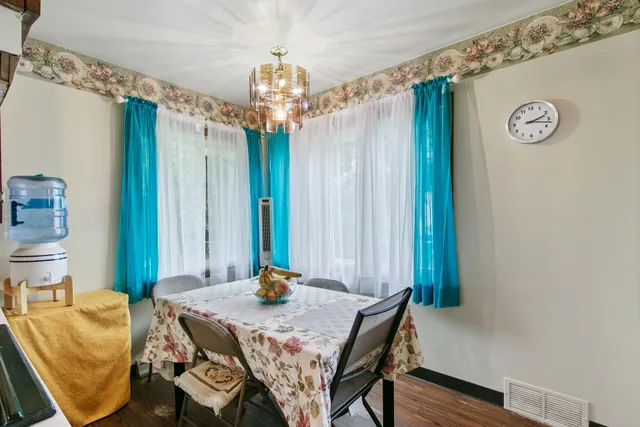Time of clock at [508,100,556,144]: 2:17
